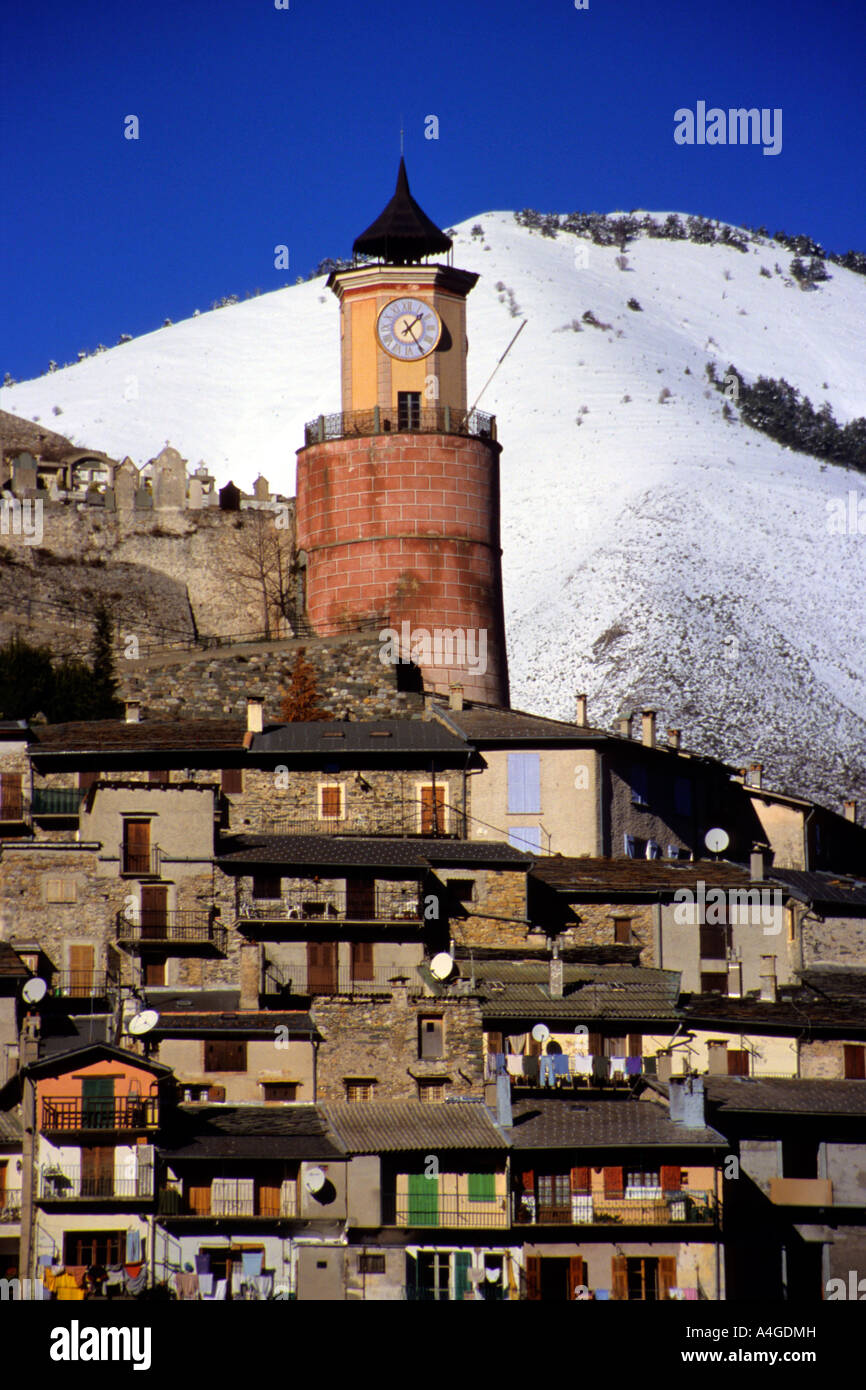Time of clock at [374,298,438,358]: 1:24
